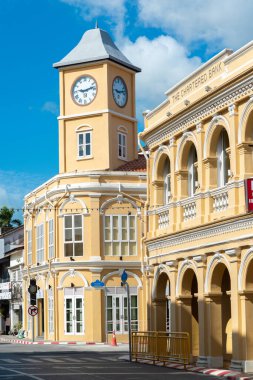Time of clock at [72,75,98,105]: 9:12
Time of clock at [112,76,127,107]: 9:12
